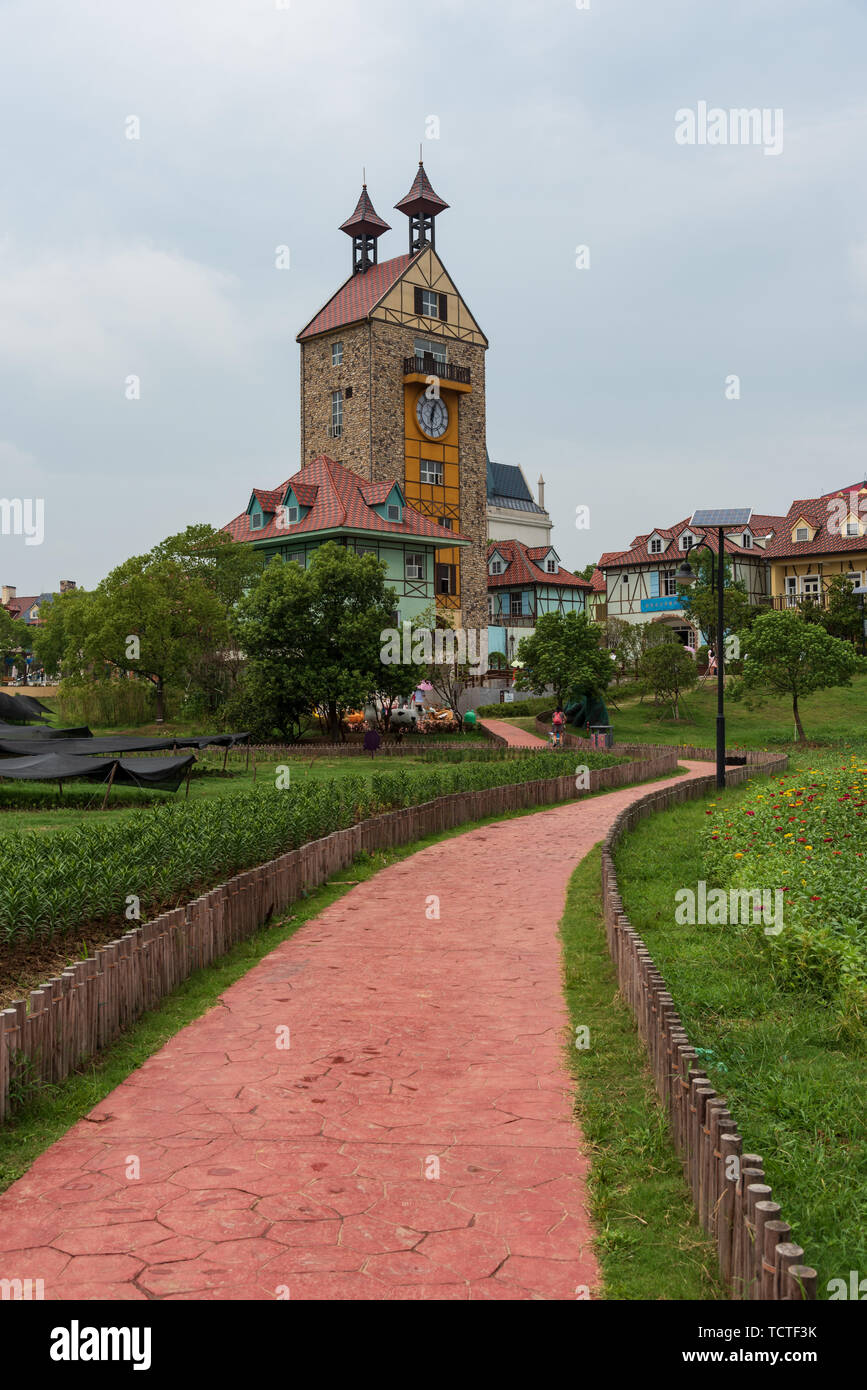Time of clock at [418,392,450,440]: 12:30
